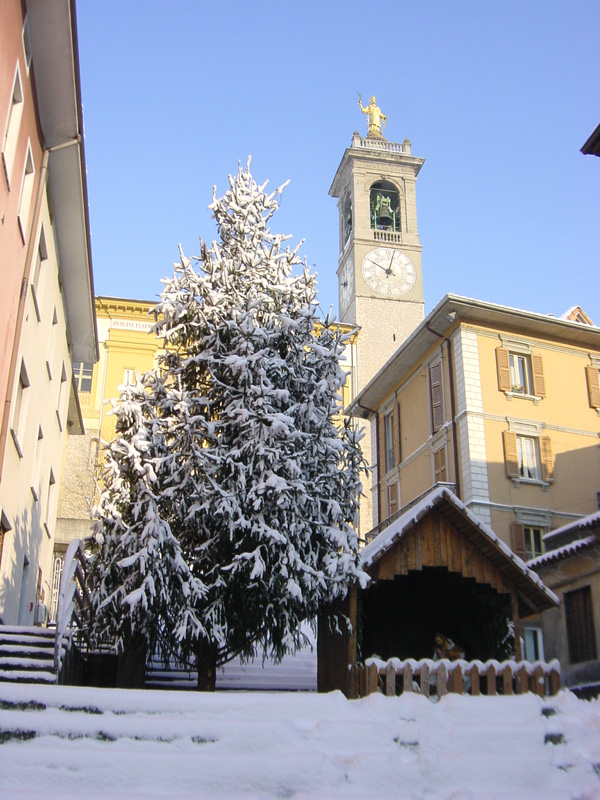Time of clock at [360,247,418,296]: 10:02
